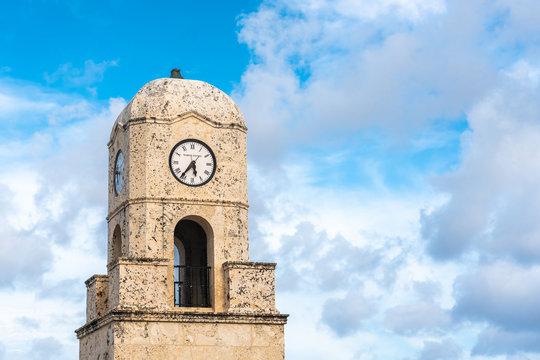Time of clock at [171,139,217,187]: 5:36
